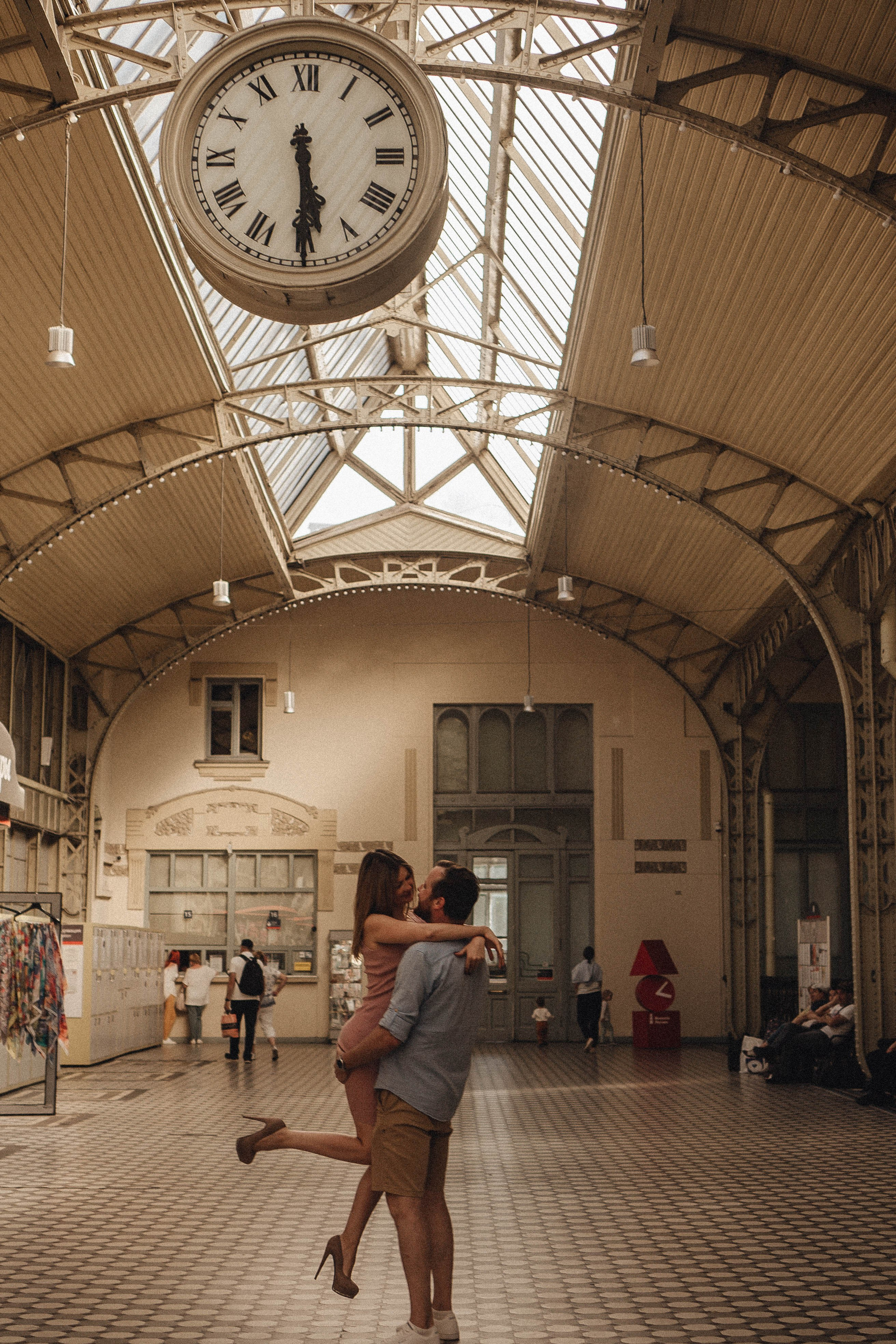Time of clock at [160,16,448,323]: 5:29
